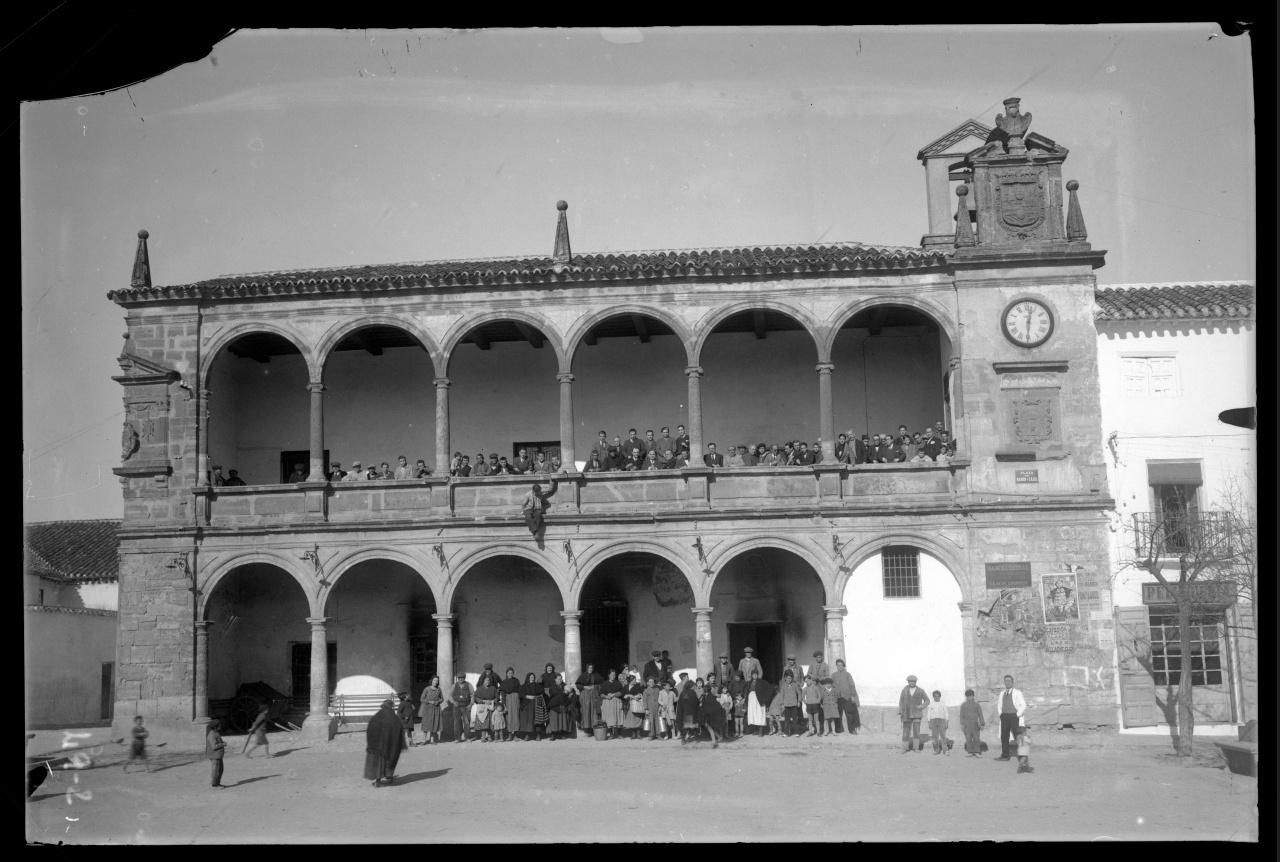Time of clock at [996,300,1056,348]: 12:30
